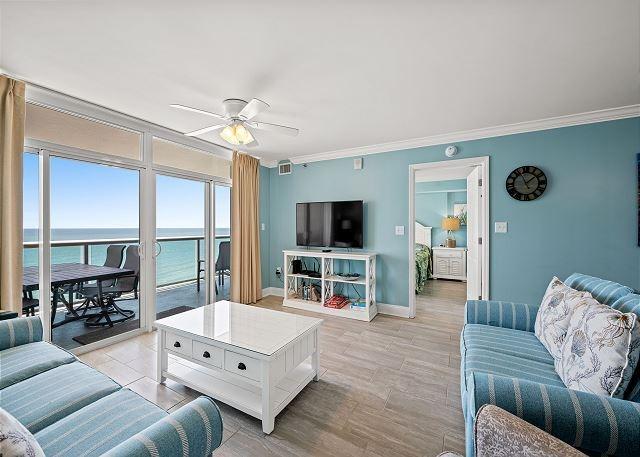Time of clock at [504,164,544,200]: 1:56
